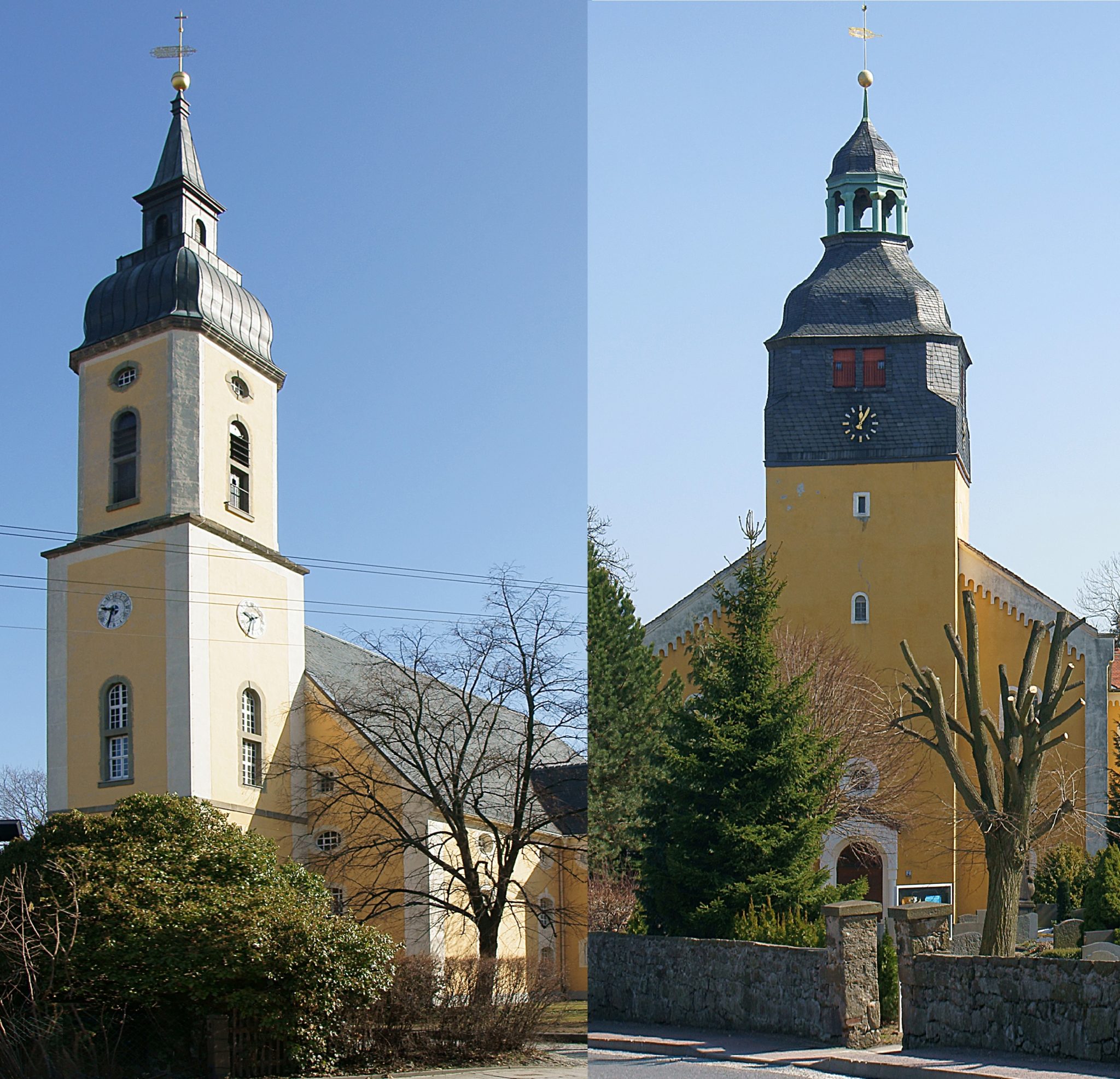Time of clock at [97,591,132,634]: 9:33
